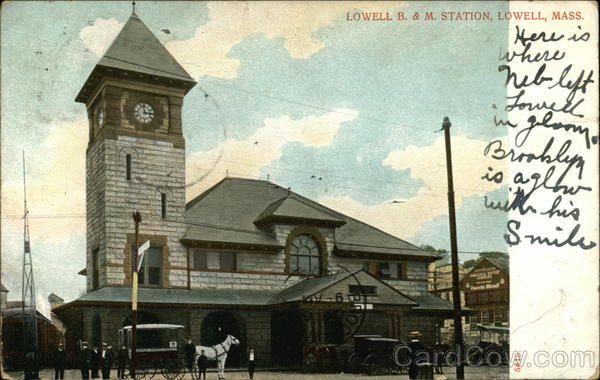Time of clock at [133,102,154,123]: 2:58
